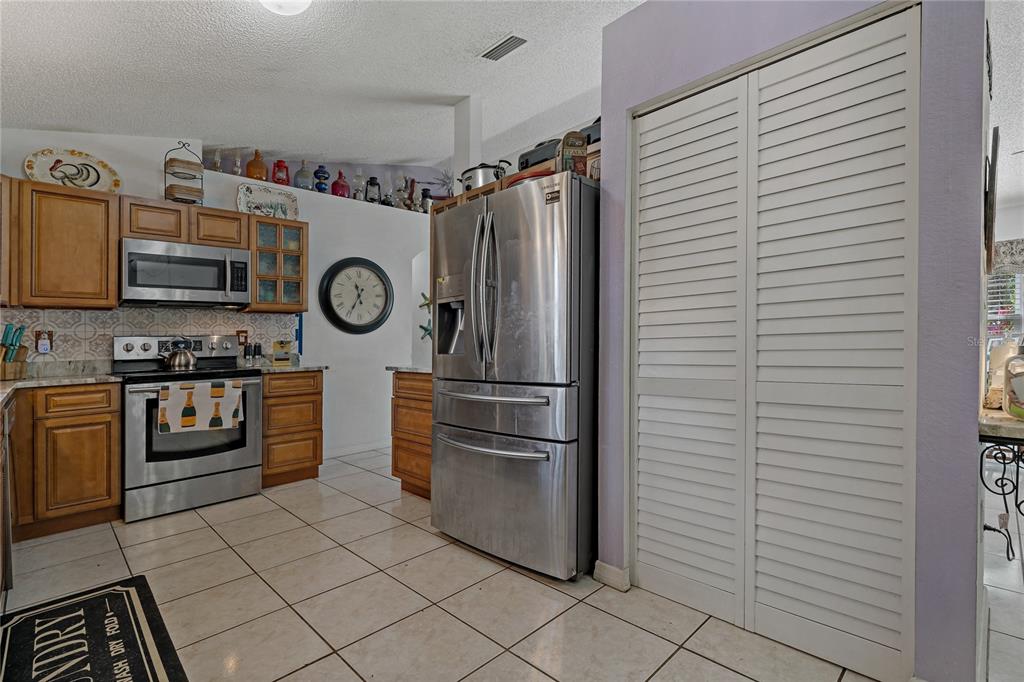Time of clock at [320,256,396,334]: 11:34
